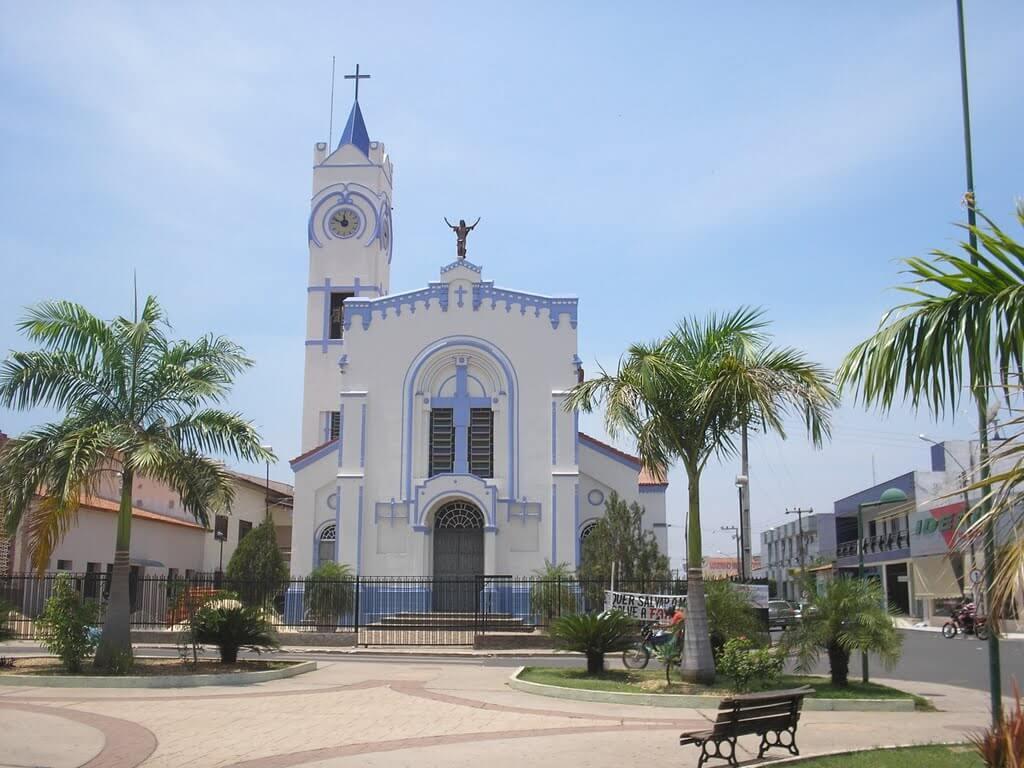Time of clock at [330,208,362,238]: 11:48
